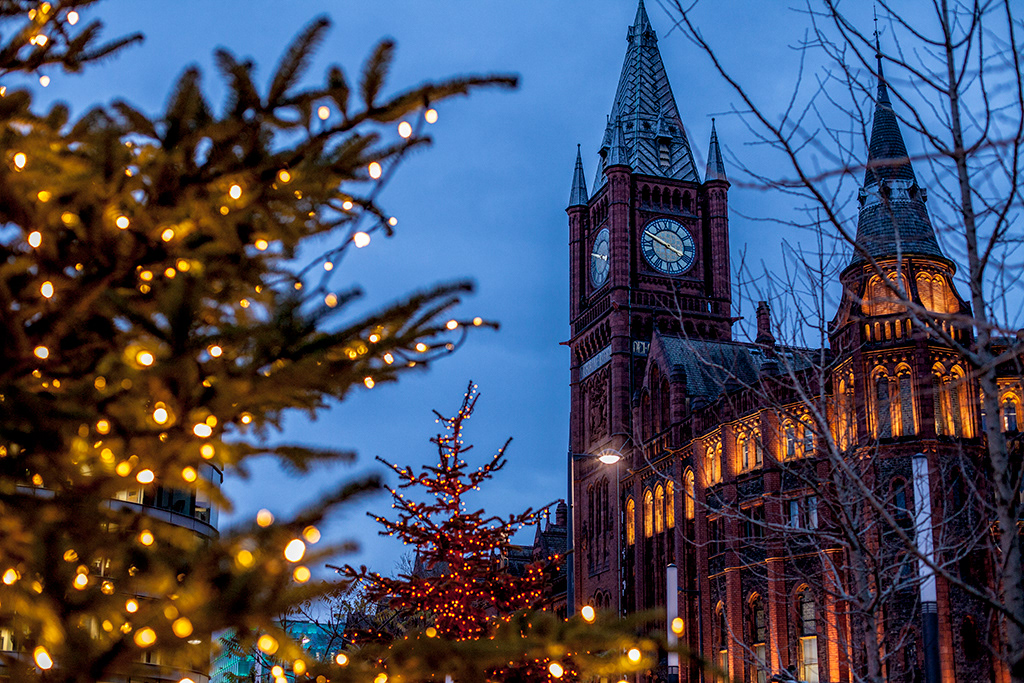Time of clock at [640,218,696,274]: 3:48
